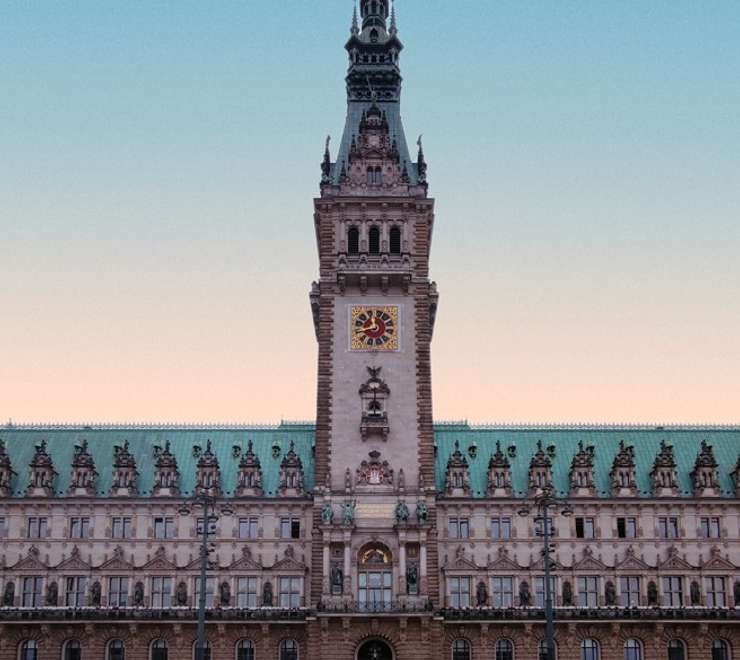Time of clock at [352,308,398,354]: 11:42
